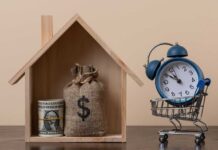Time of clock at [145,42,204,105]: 10:50
